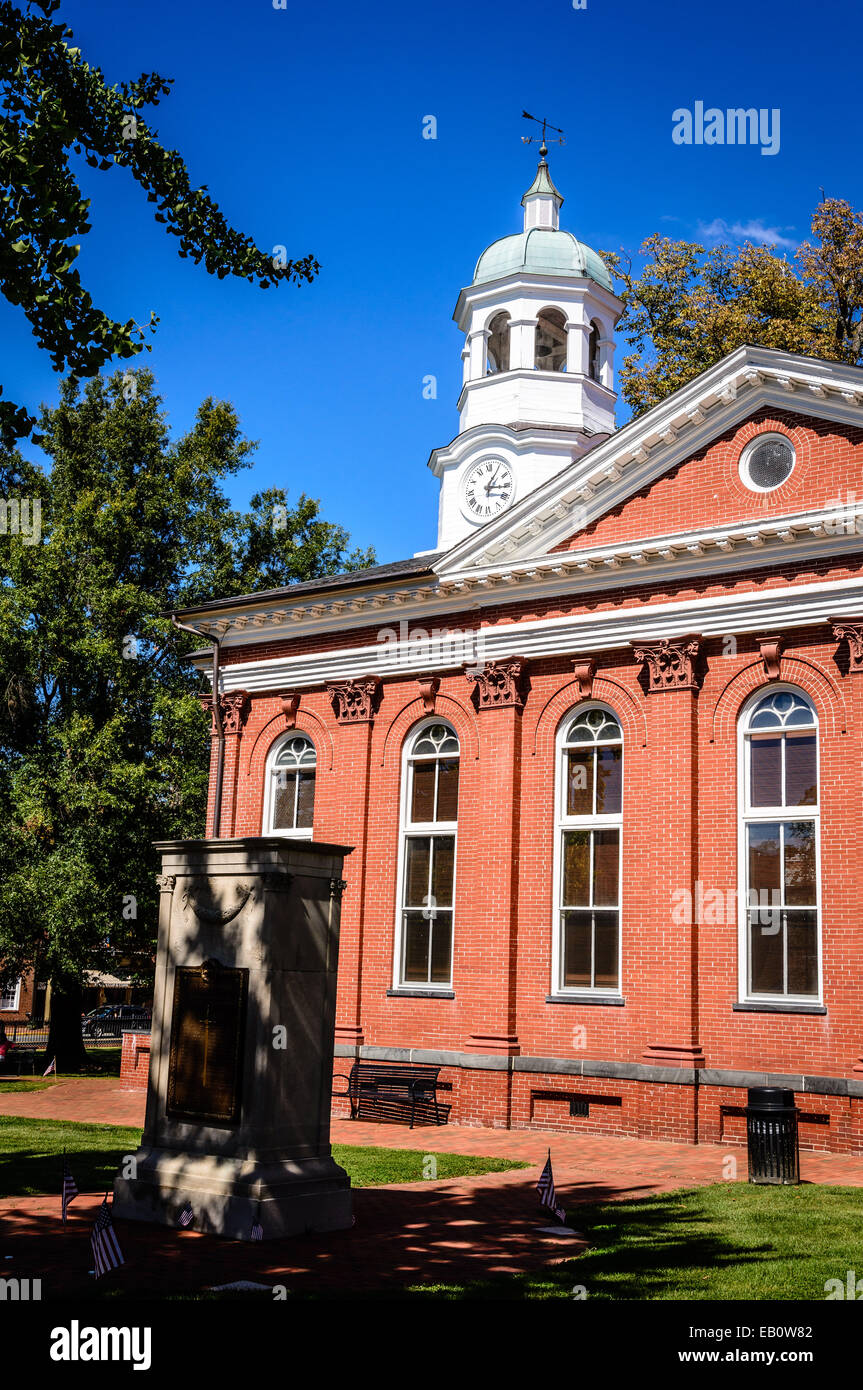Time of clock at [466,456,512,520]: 3:05
